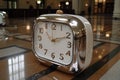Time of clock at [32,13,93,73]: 2:11
